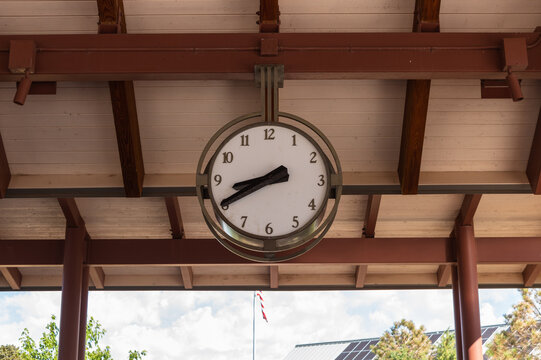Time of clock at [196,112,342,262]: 8:40
